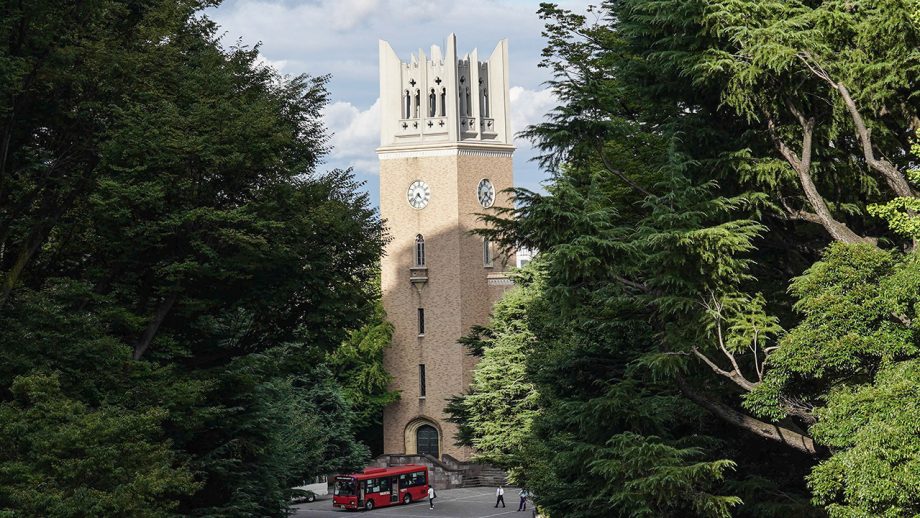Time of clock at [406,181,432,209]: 4:37
